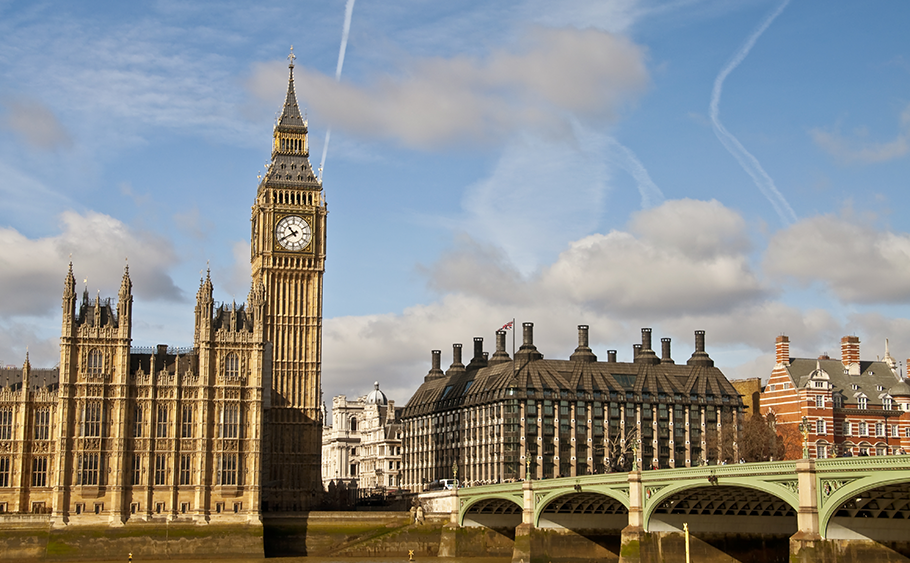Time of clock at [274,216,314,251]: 10:40
